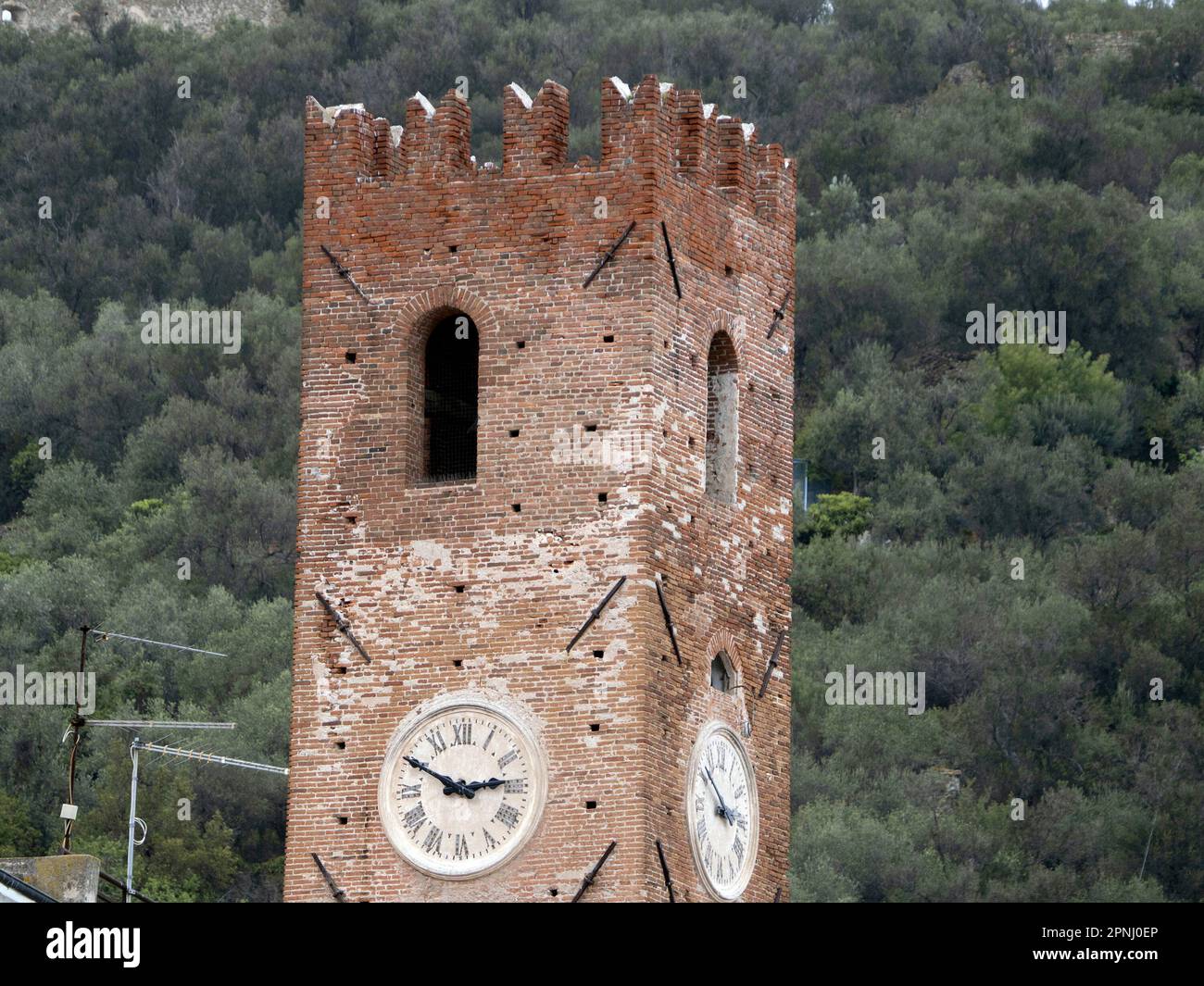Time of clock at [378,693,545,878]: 2:49
